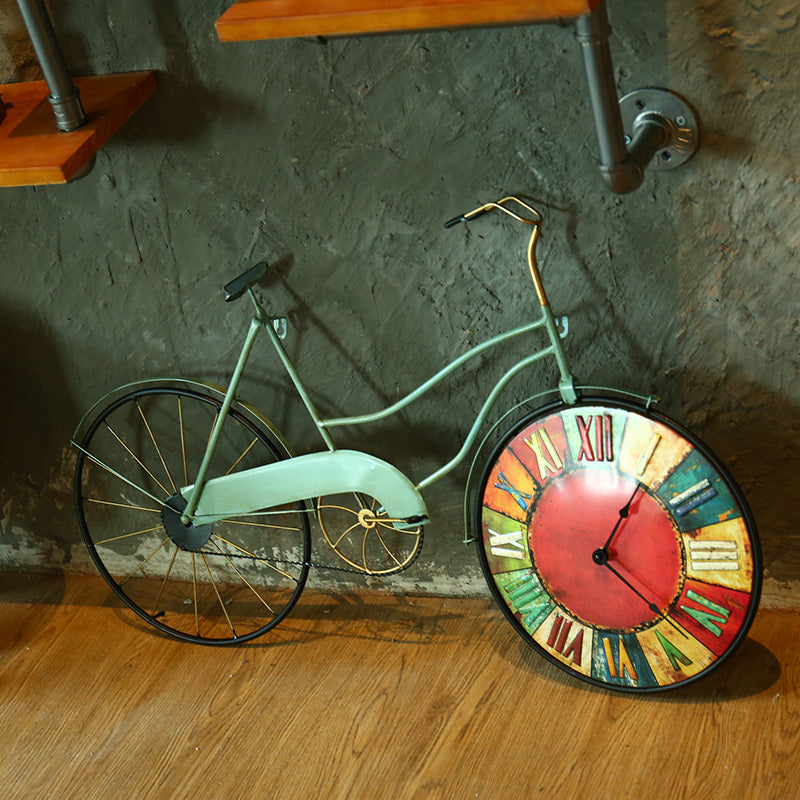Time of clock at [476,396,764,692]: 1:22
